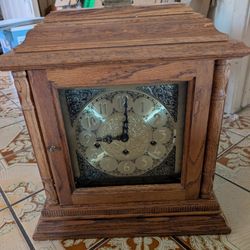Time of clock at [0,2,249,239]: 9:01
